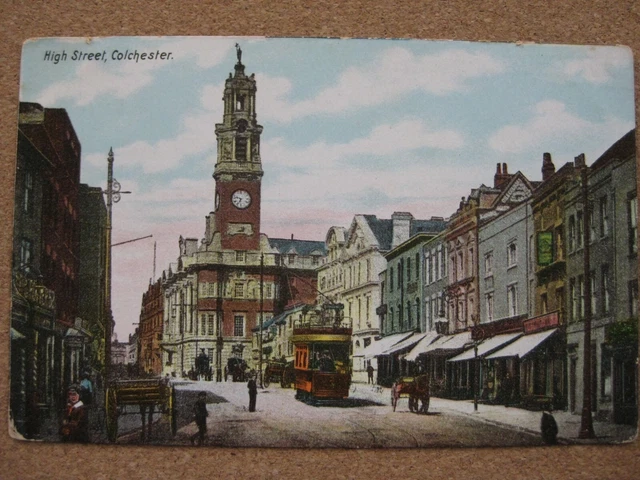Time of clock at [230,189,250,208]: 6:47
